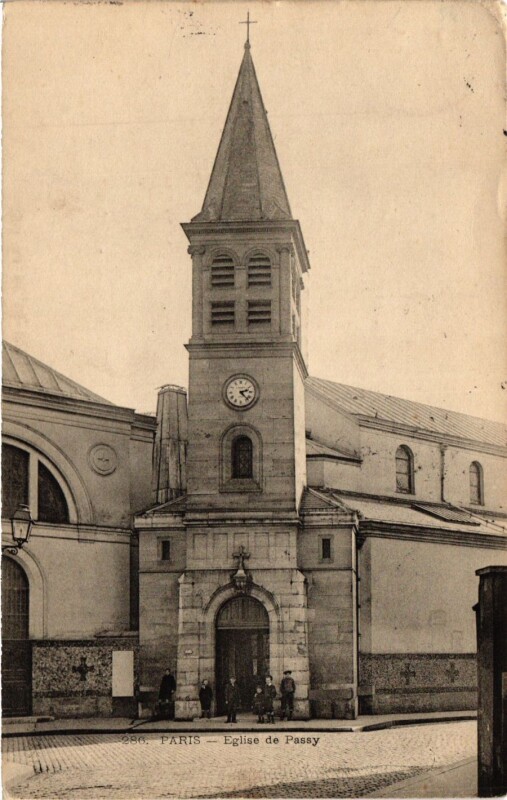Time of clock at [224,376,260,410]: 2:22
